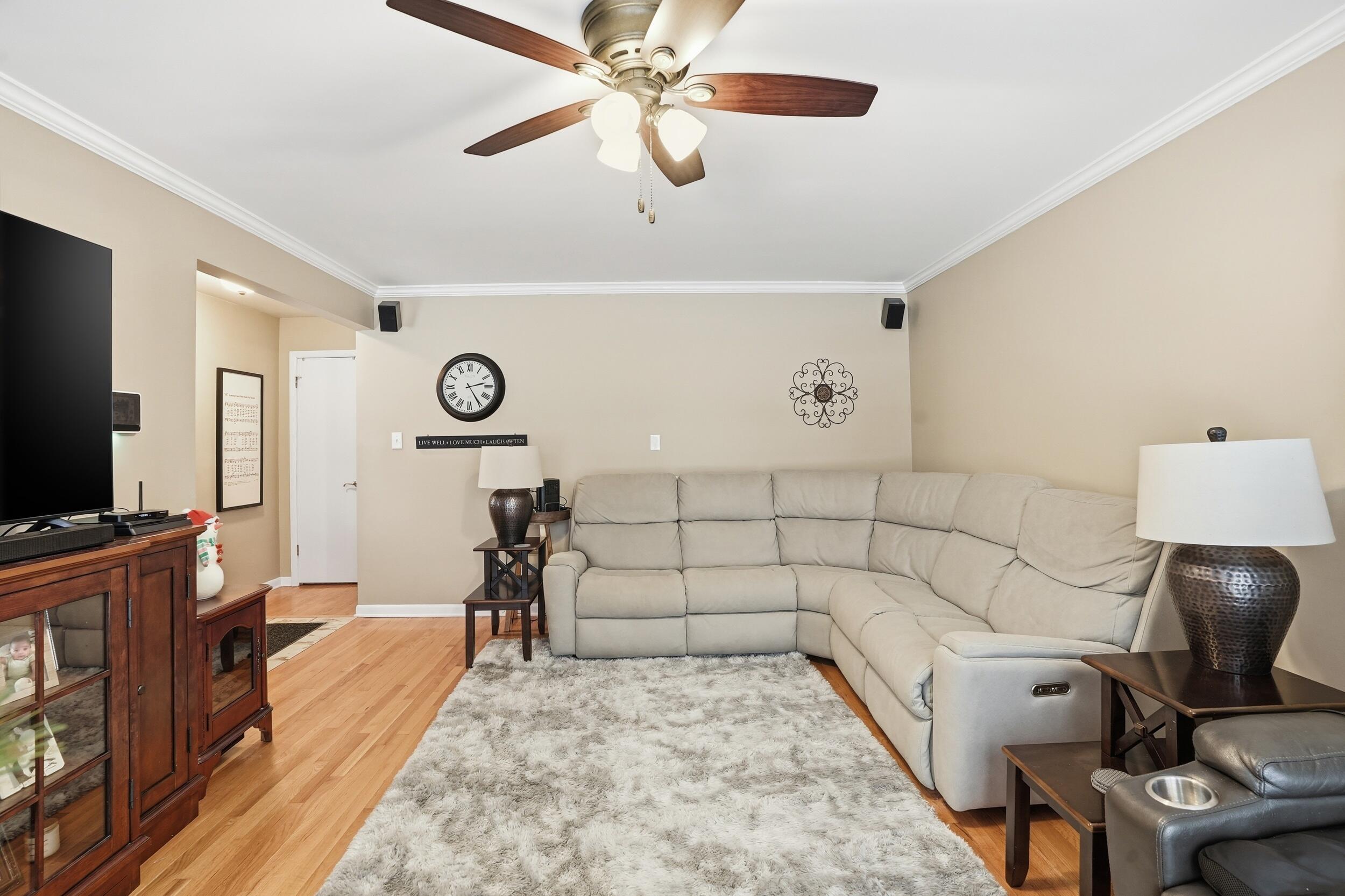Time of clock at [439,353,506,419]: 2:24
